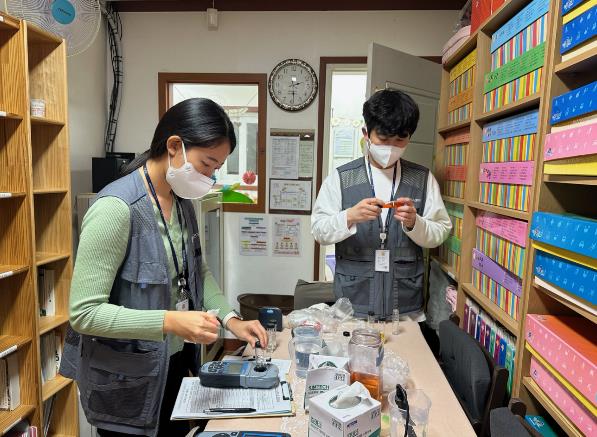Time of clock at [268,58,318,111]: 2:29
